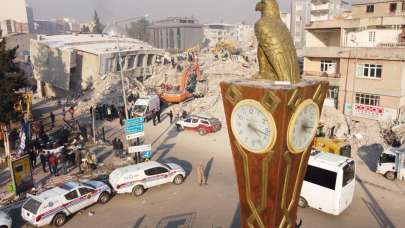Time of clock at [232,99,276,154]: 4:17
